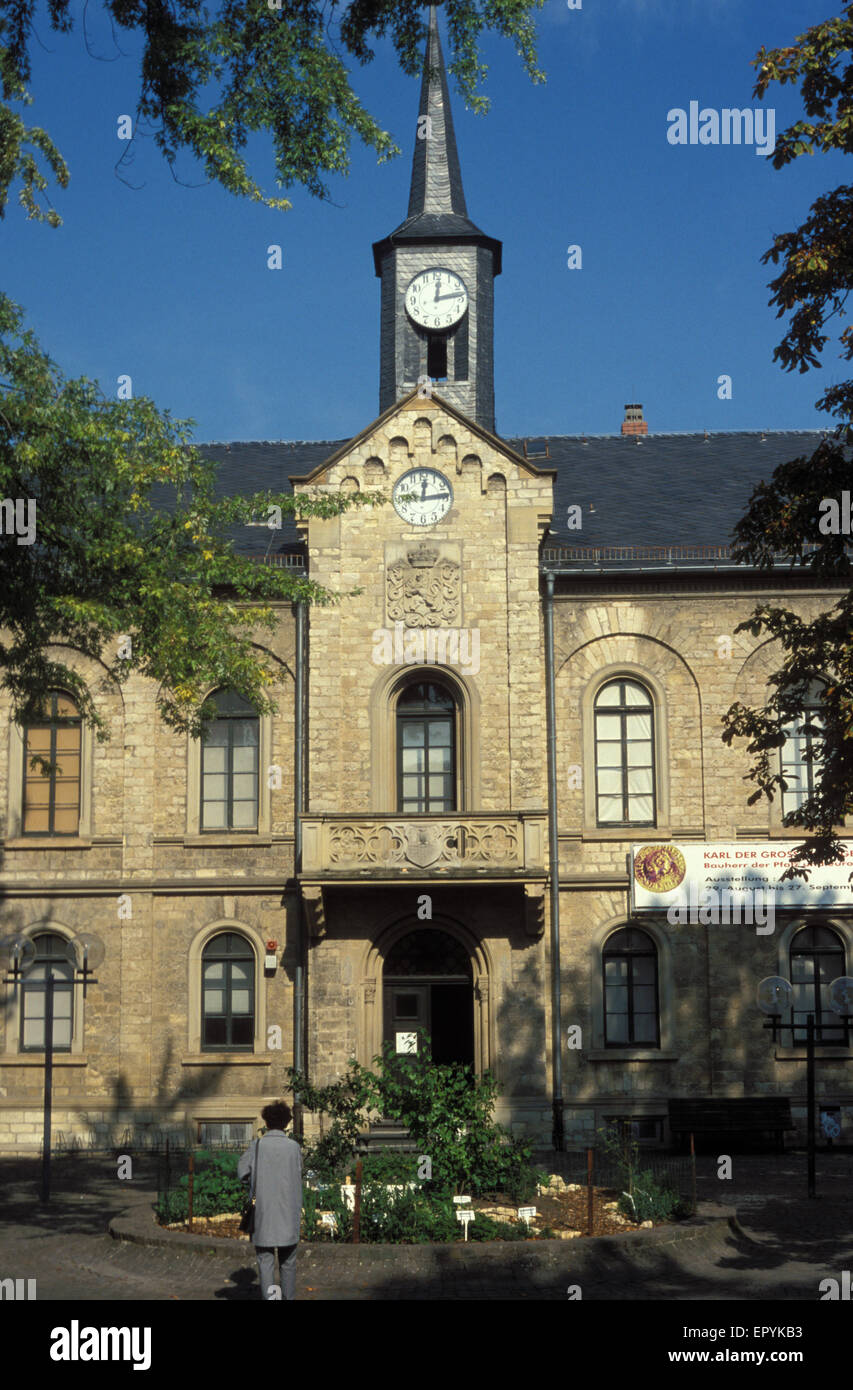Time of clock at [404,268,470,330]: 12:13
